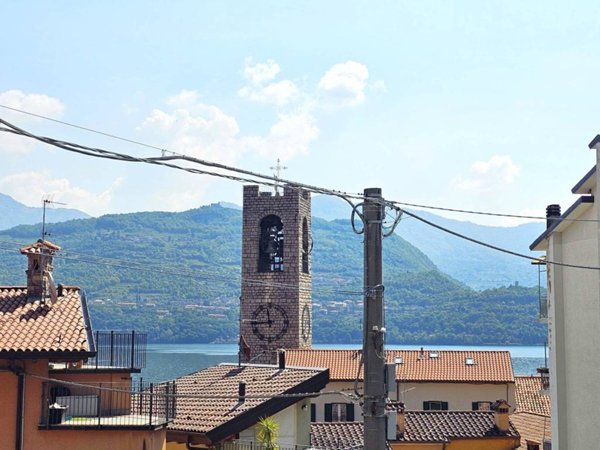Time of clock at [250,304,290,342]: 11:44
